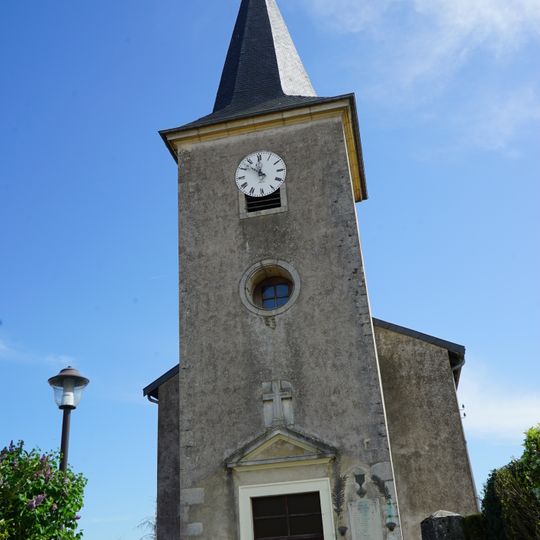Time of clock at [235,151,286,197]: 11:52
